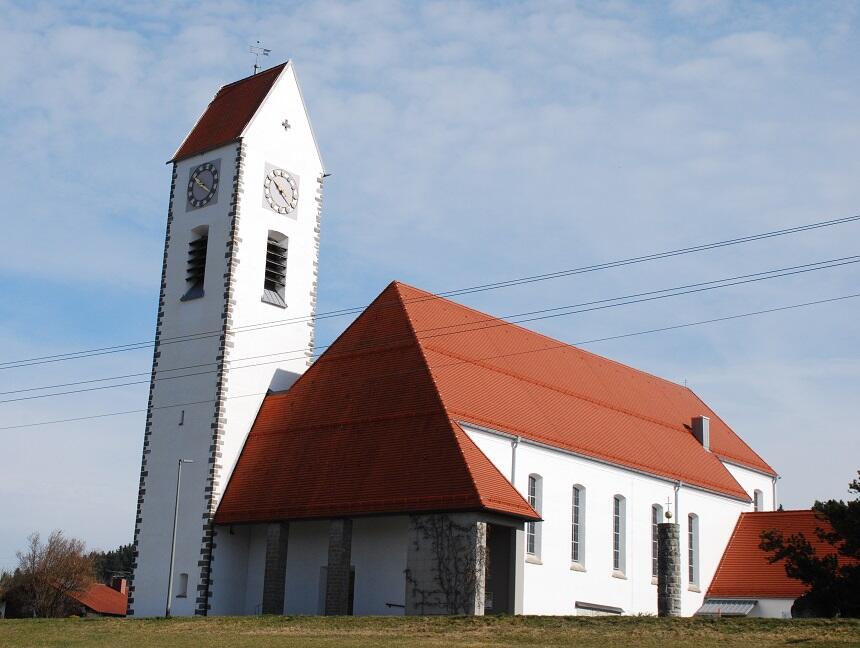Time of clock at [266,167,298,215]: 10:21
